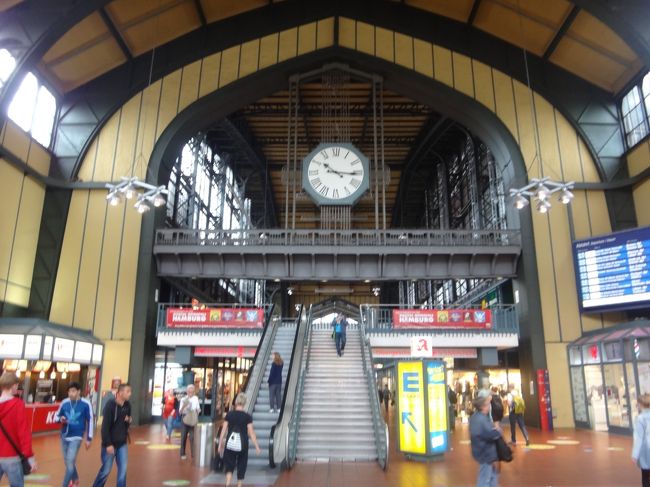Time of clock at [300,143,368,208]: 10:15
